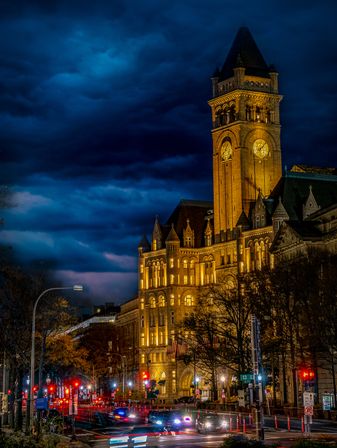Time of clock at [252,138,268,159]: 8:07
